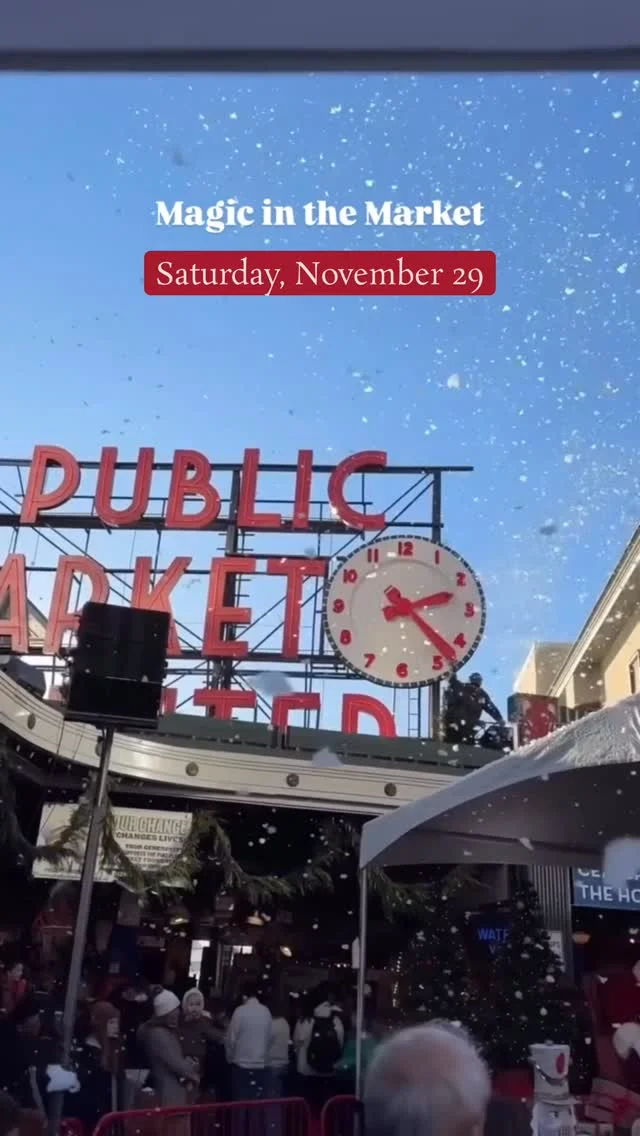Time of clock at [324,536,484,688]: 2:22
